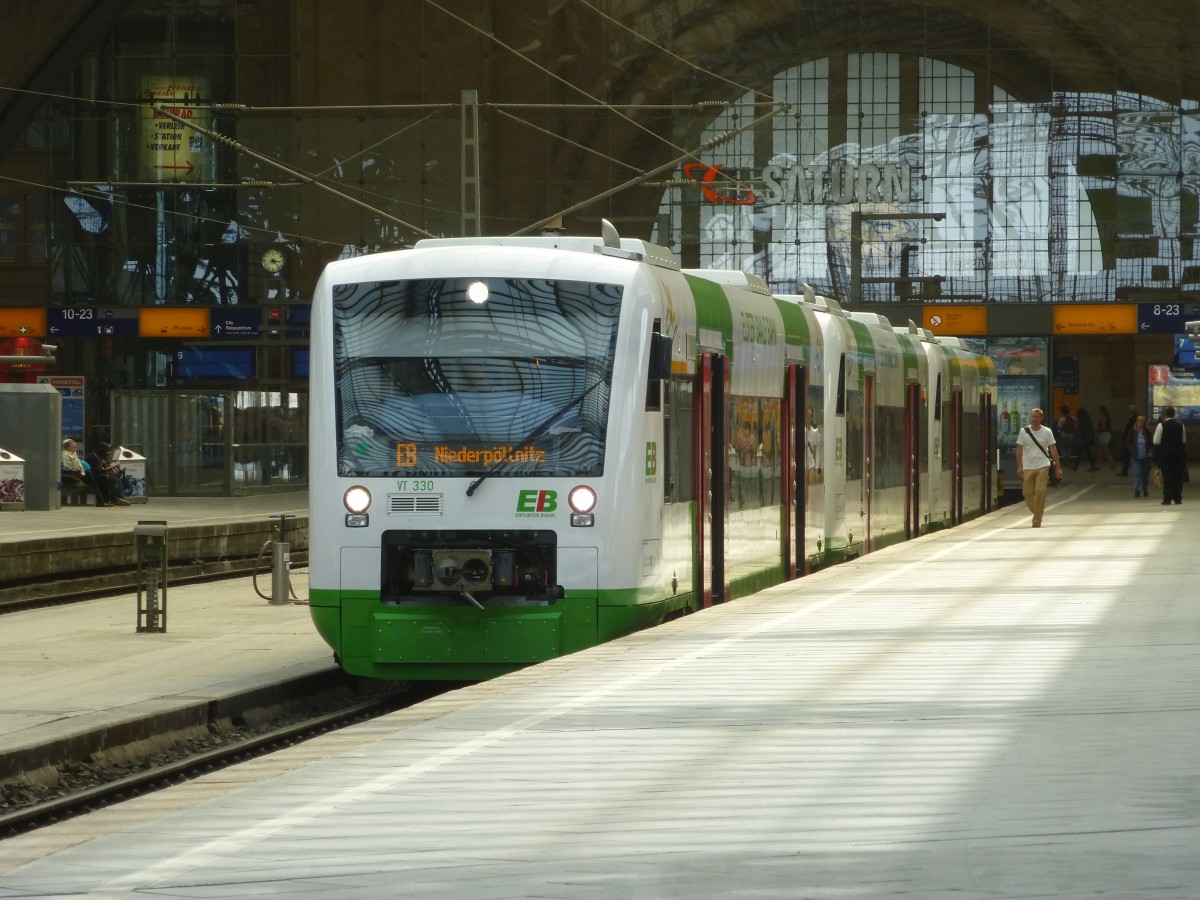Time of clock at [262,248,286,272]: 3:22
